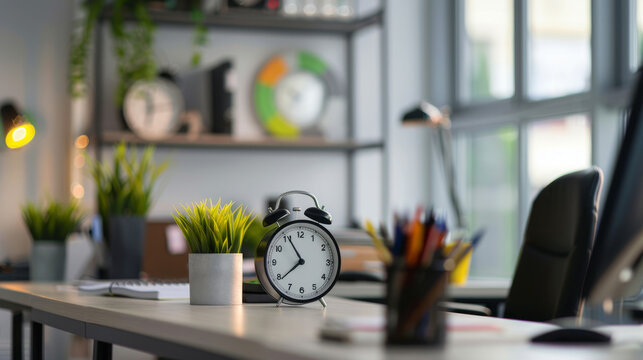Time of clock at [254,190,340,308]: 7:55
